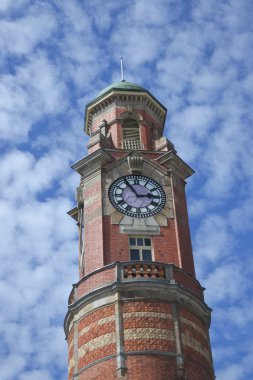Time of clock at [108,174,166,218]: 2:54
